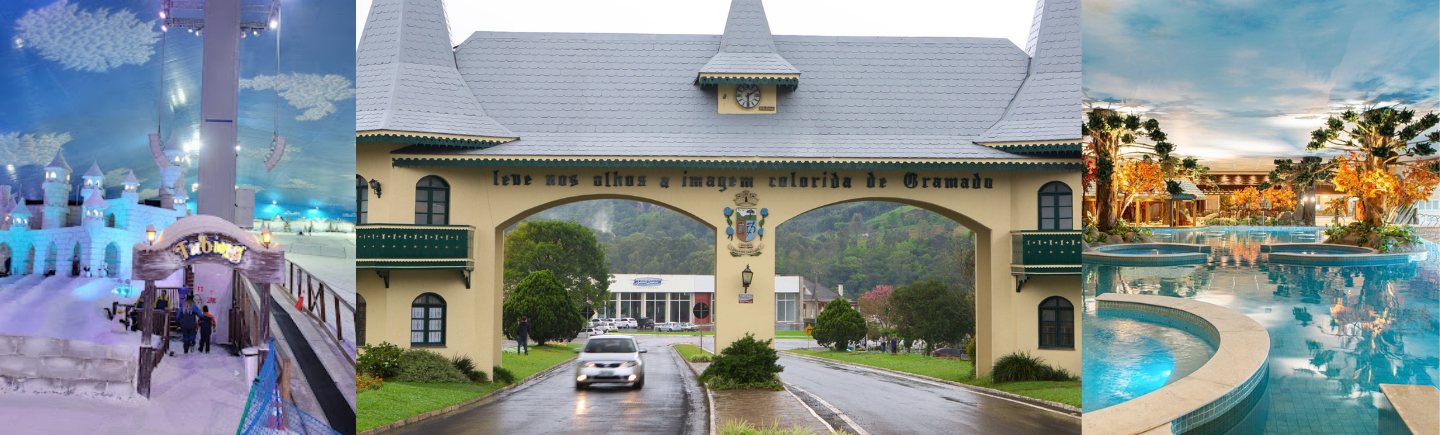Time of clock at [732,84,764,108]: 6:10
